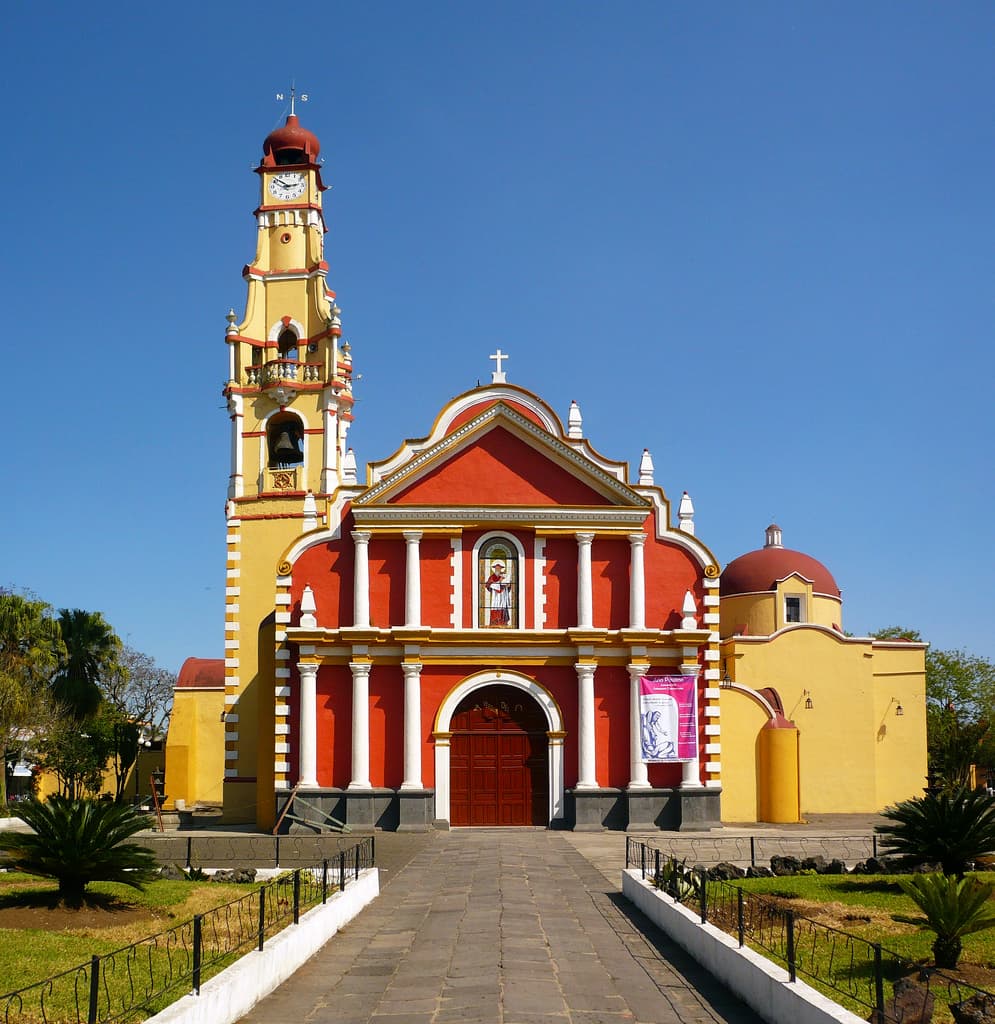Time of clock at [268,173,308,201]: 2:52
